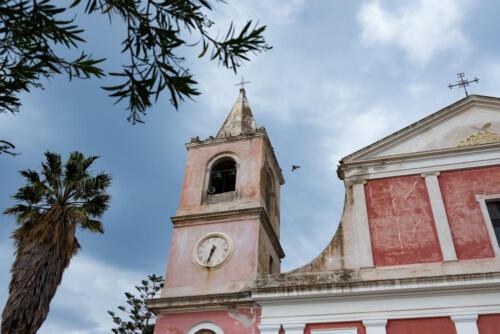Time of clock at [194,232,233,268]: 6:32
